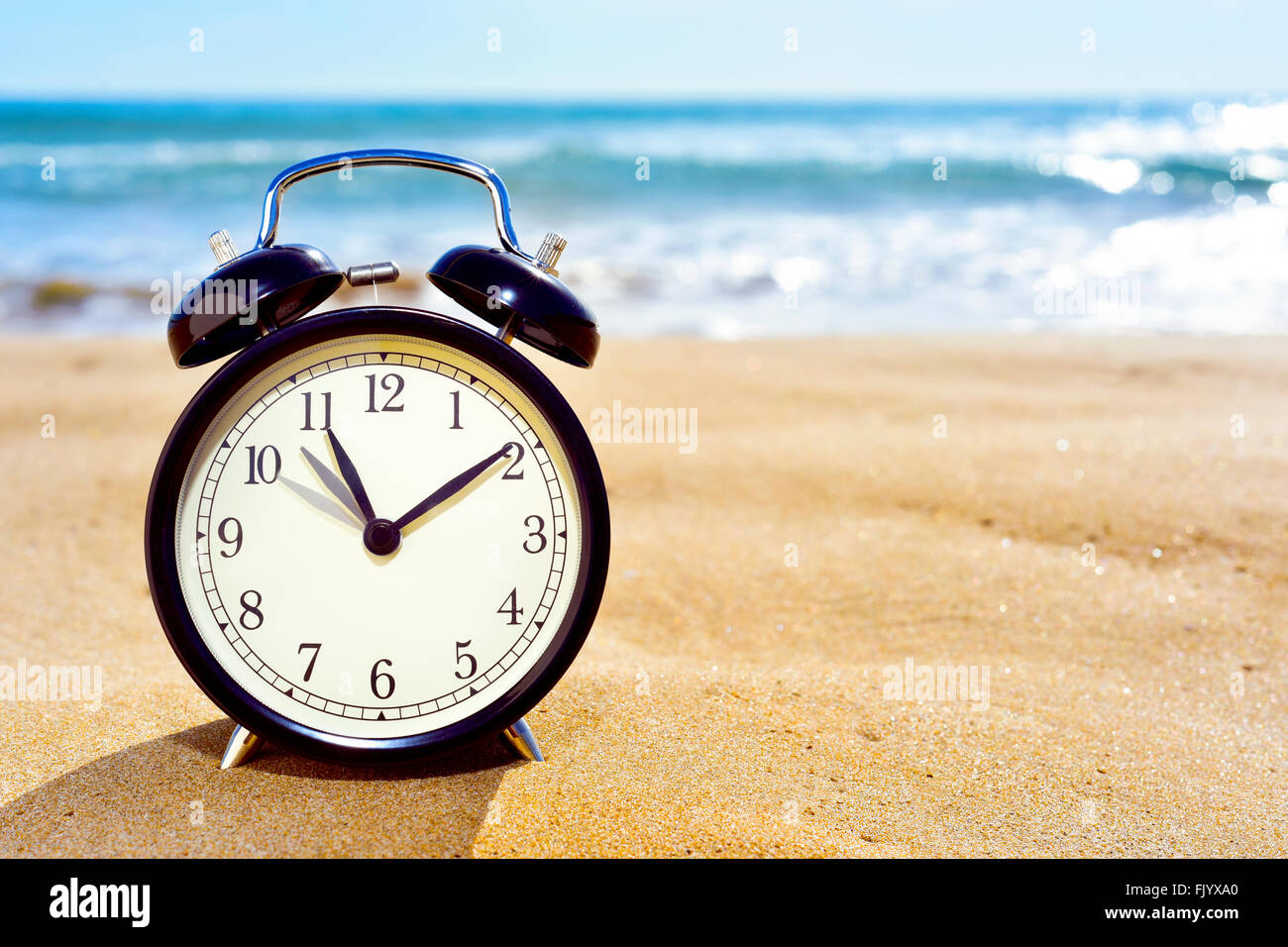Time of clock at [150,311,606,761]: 11:09
